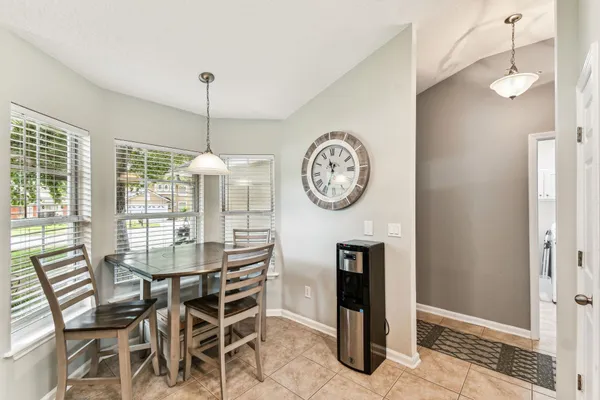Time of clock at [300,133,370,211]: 11:33
